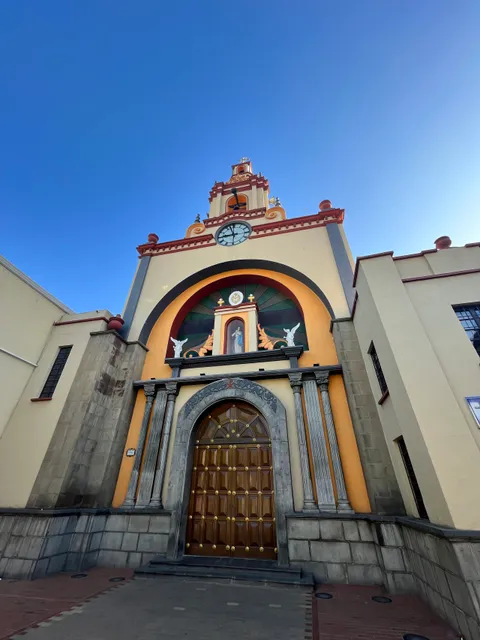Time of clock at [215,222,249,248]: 8:57
